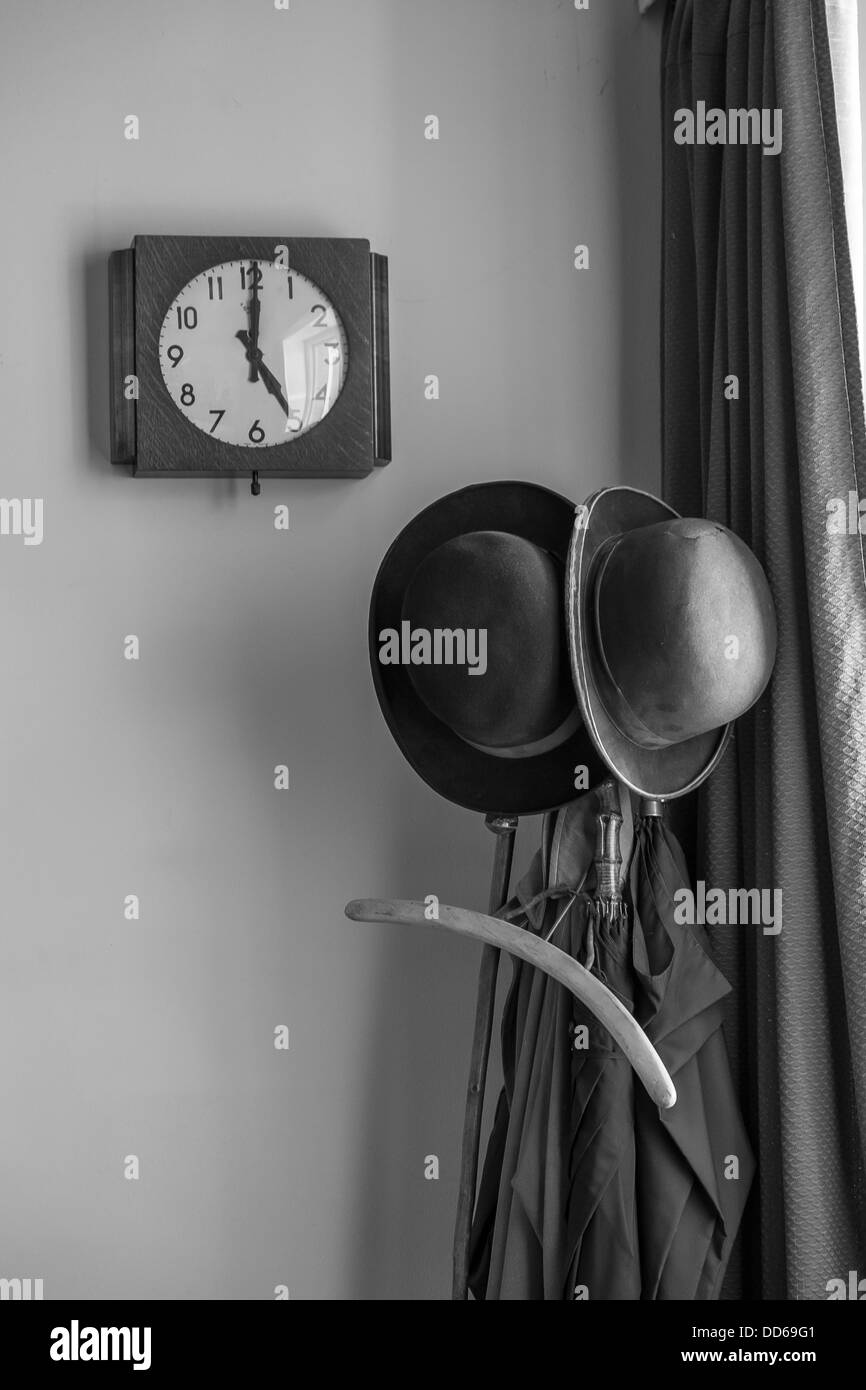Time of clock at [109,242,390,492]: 5:00
